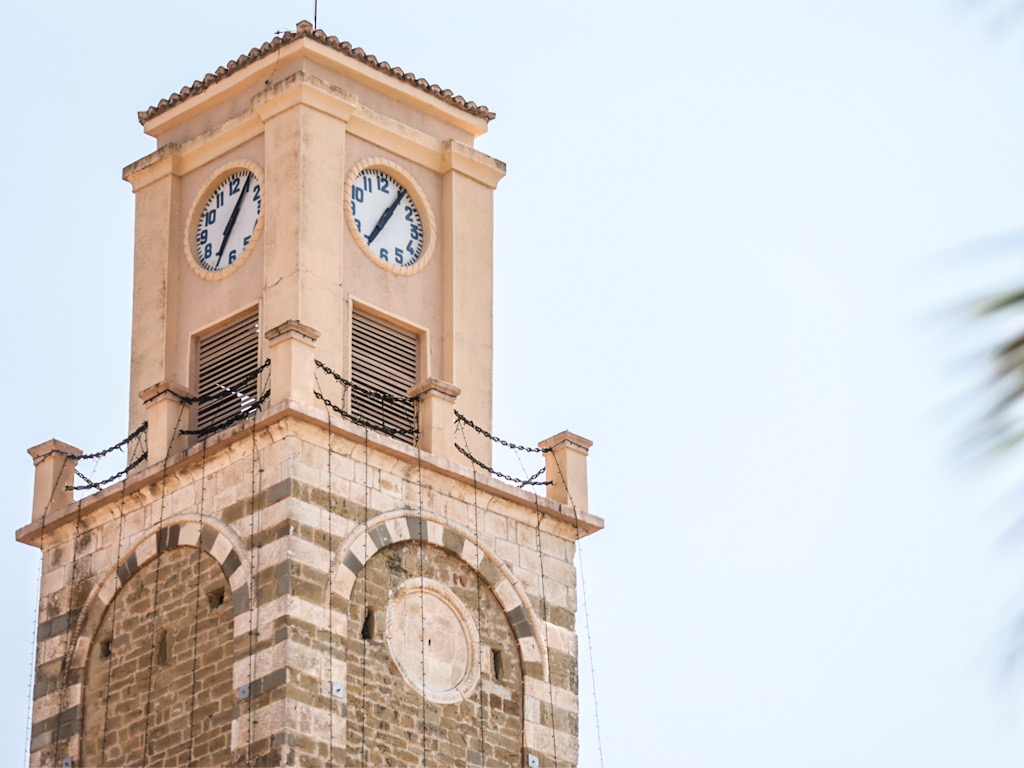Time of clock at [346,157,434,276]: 7:06
